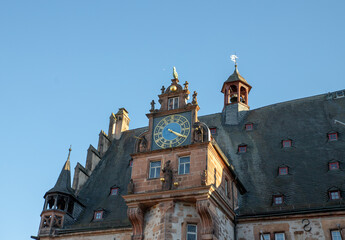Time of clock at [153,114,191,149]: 4:19
